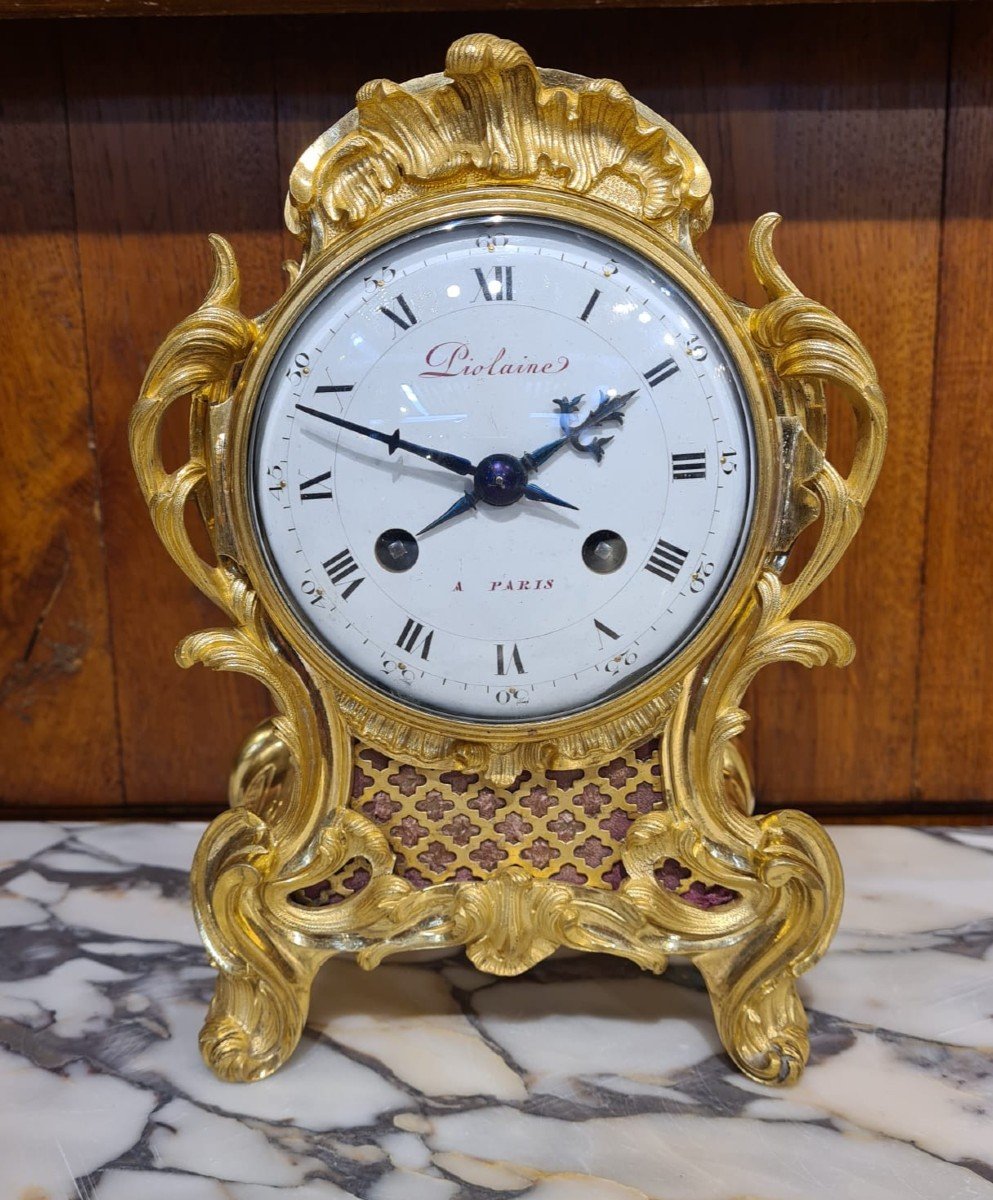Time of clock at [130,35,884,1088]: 1:48
